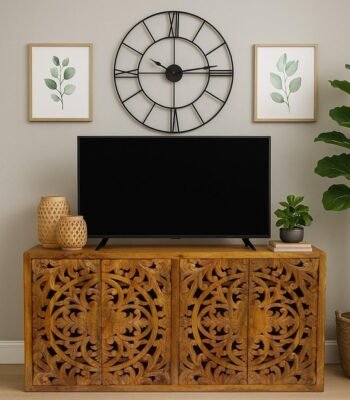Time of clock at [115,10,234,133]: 10:14
